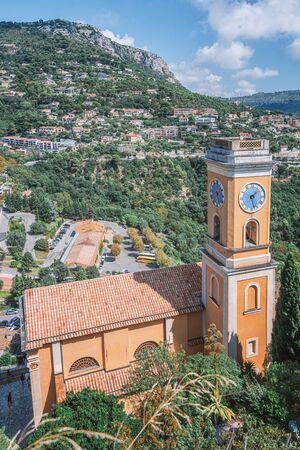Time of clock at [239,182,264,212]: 1:27
